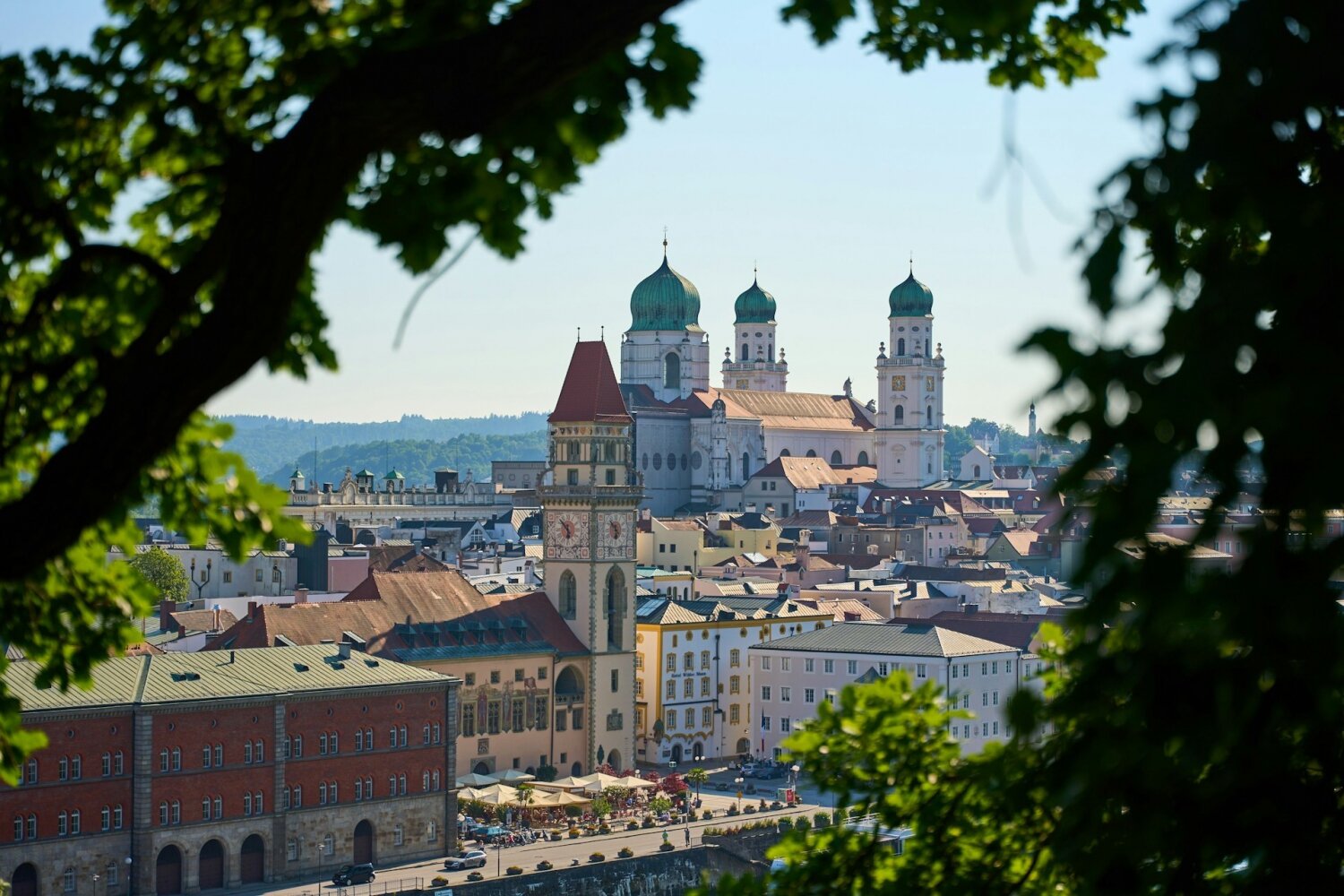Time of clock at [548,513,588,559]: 5:54
